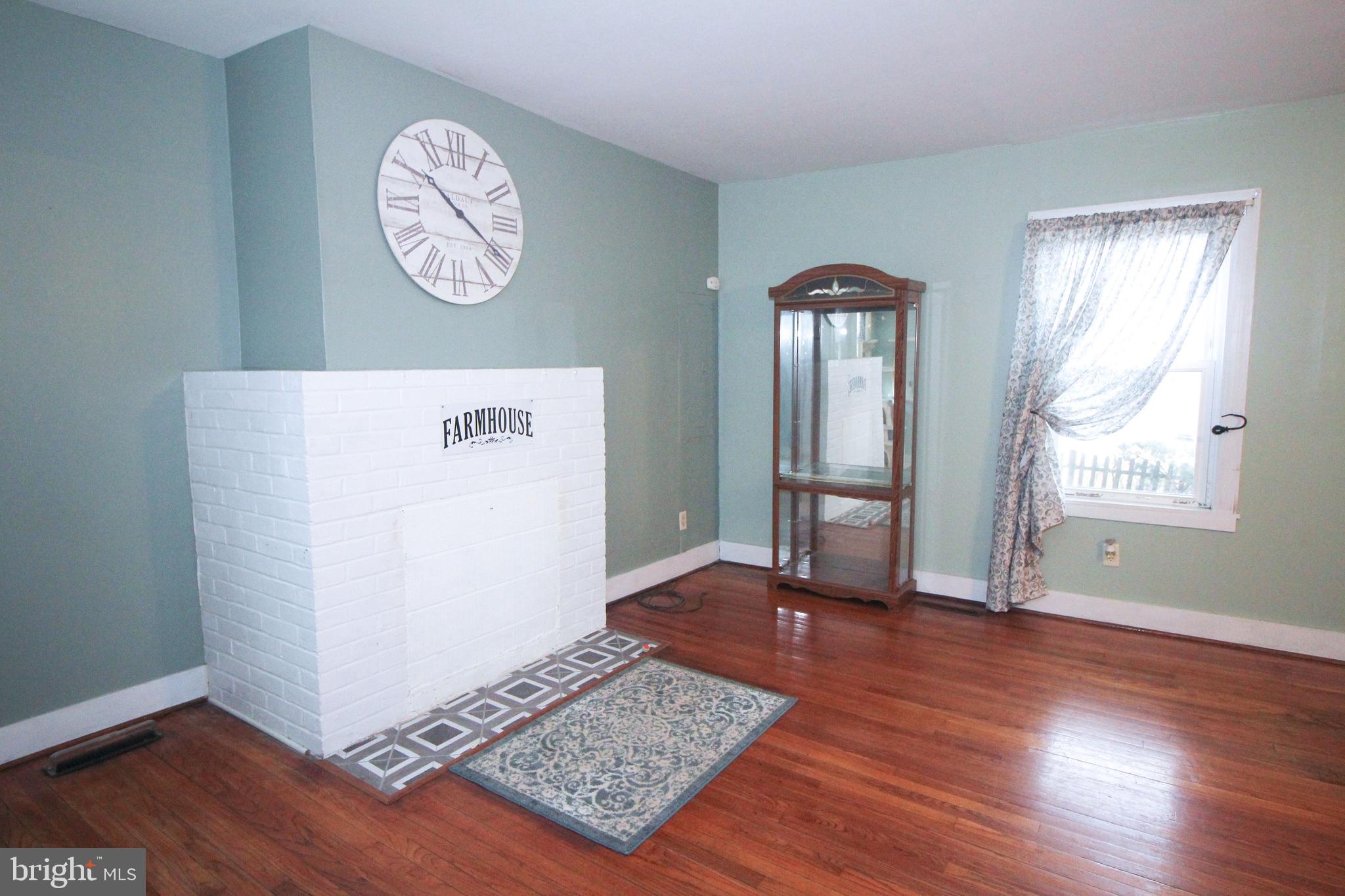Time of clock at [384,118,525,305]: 10:20
